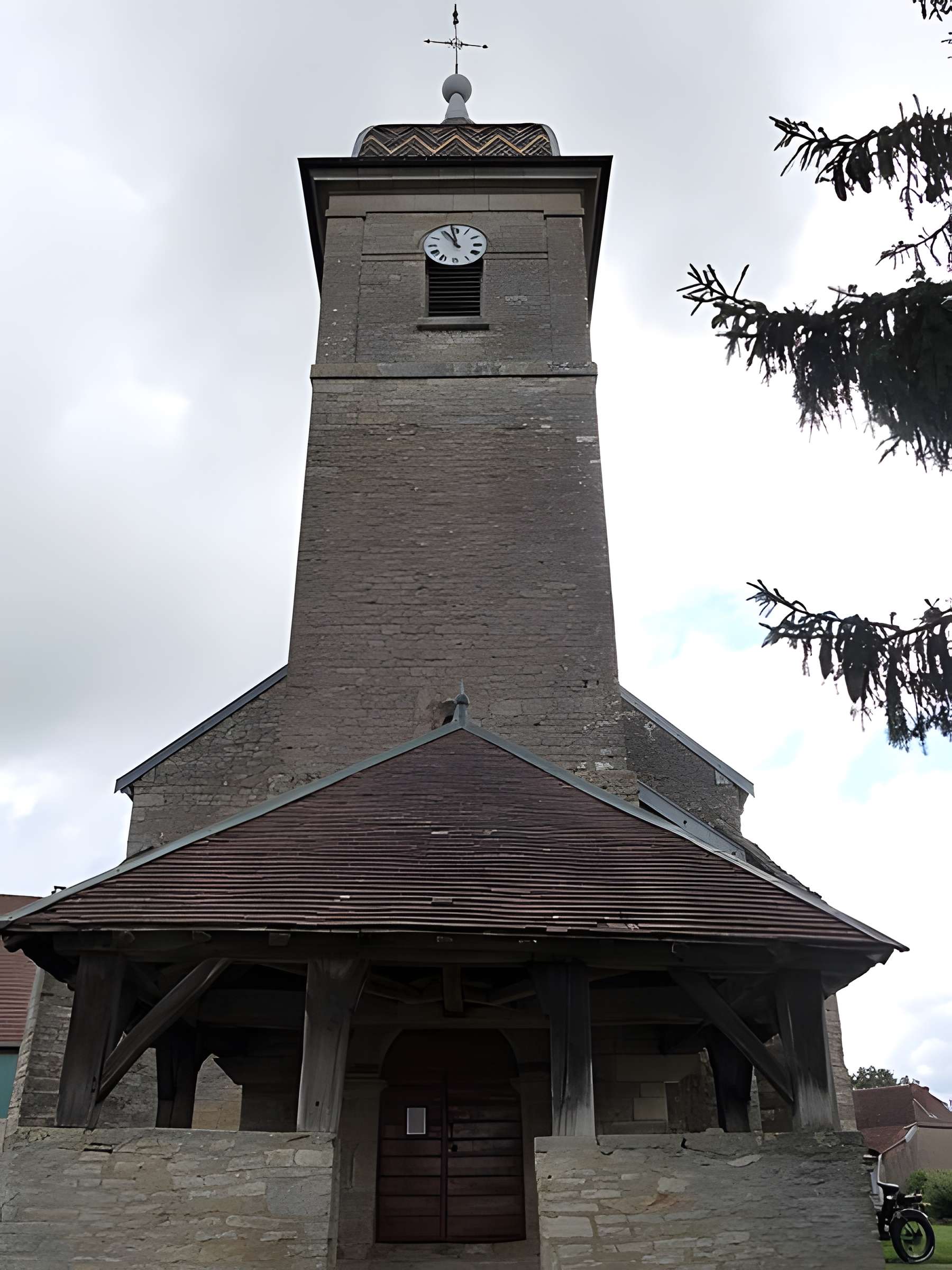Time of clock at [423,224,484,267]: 10:58
